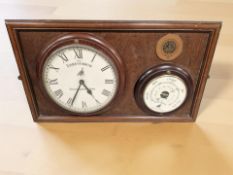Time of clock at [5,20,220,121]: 4:34
